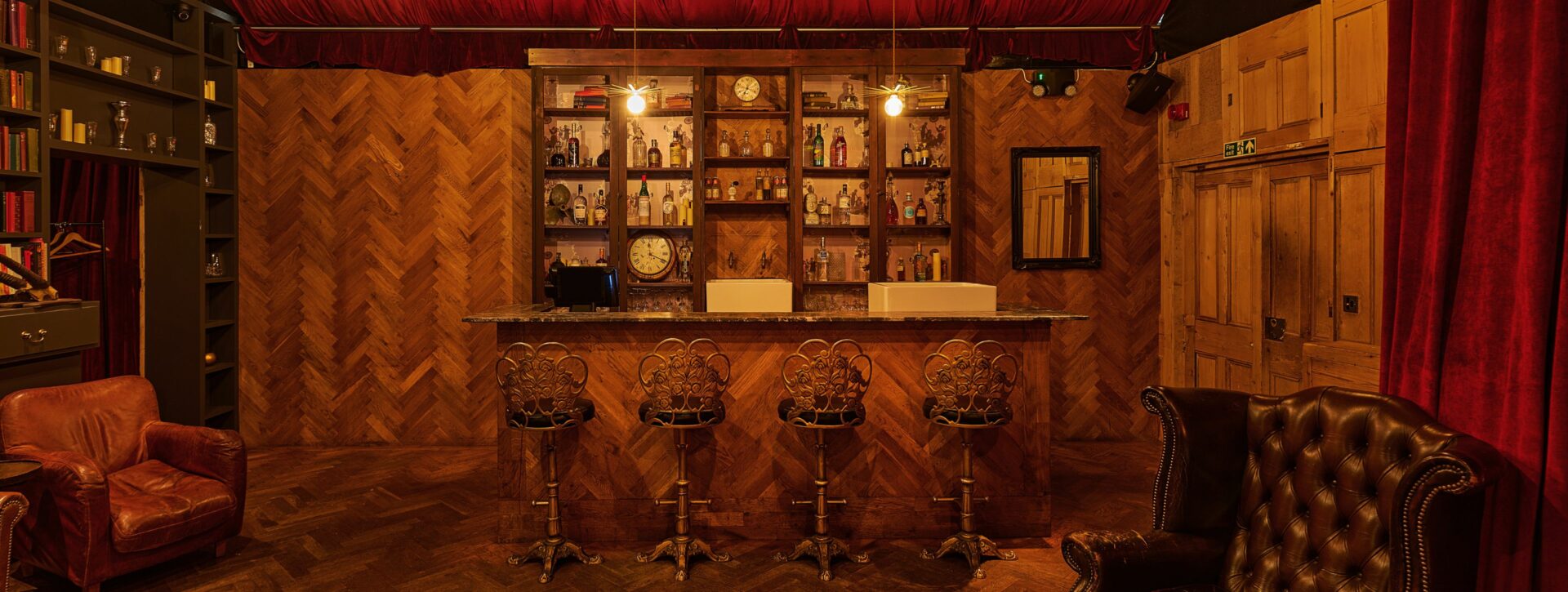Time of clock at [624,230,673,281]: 12:19
